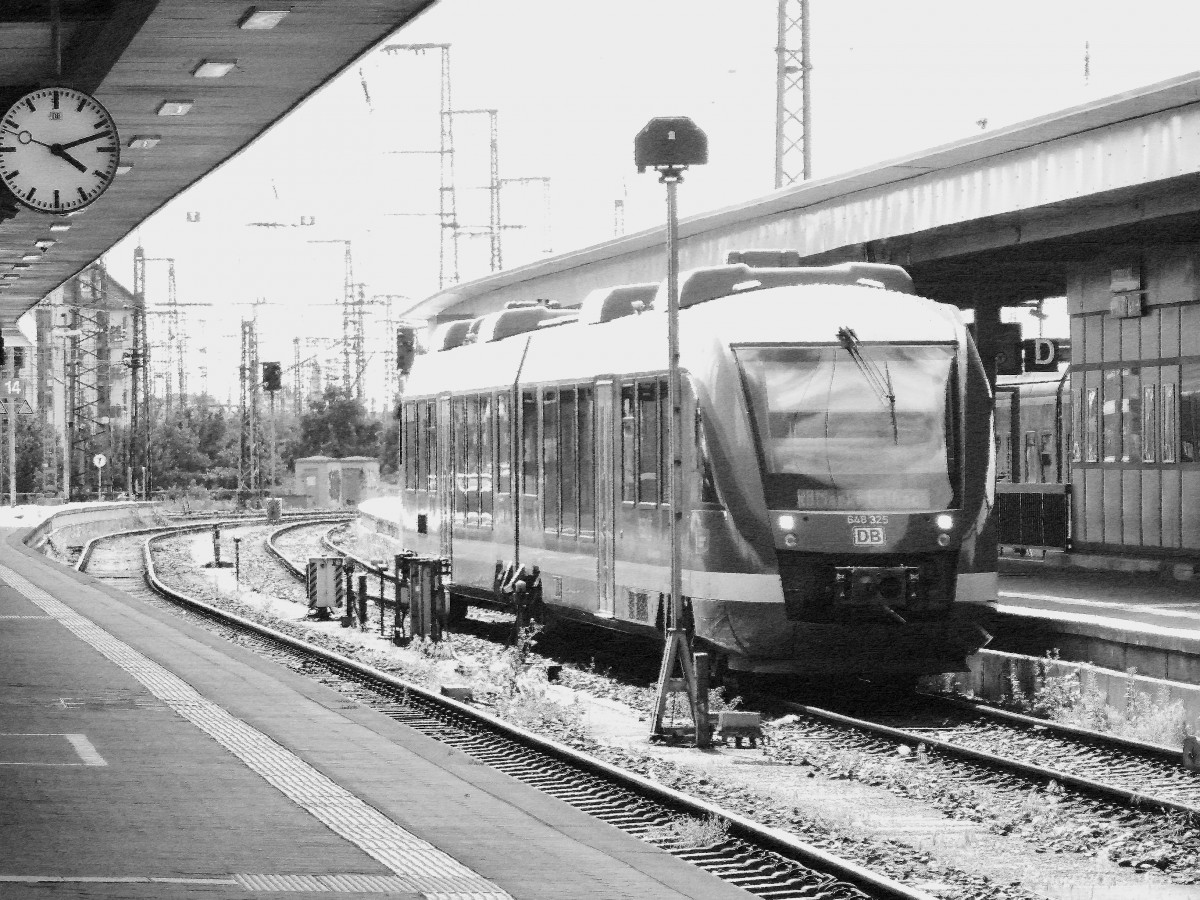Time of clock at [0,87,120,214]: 4:12
